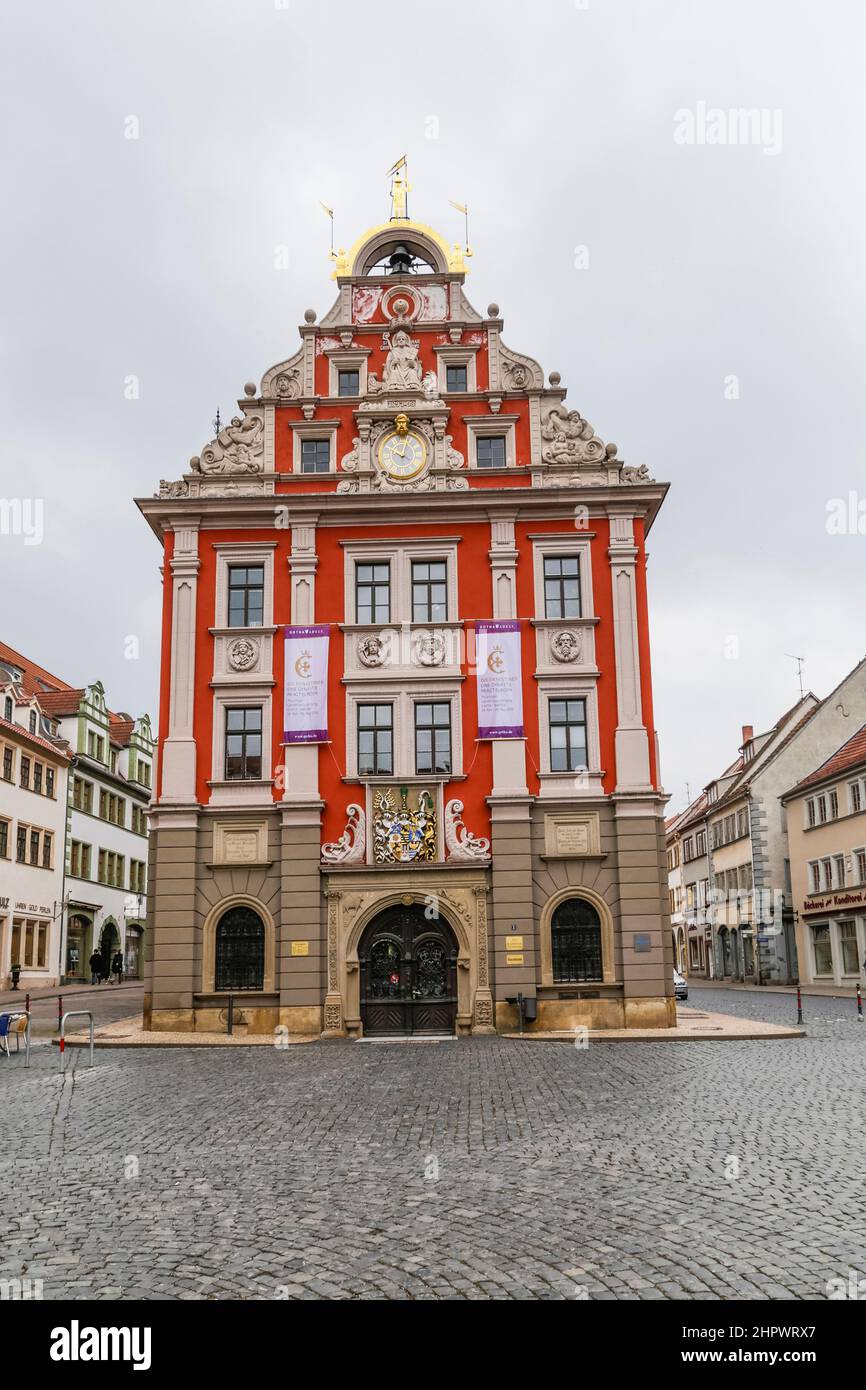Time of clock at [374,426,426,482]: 10:02
